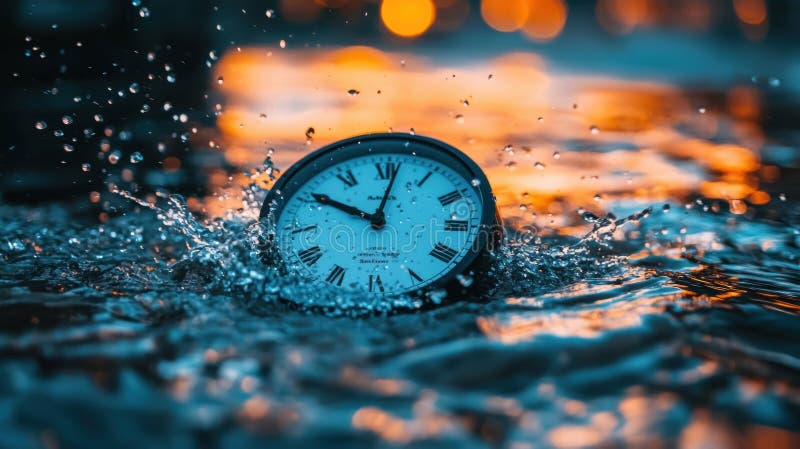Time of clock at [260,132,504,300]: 10:01
